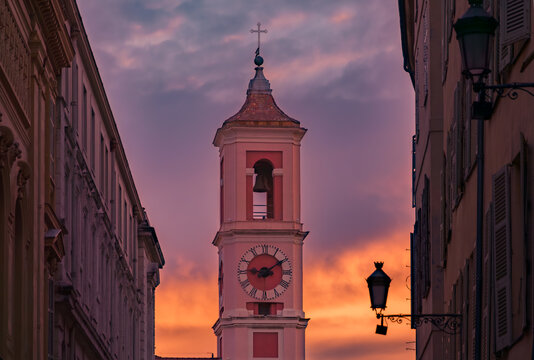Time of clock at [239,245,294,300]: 9:09
